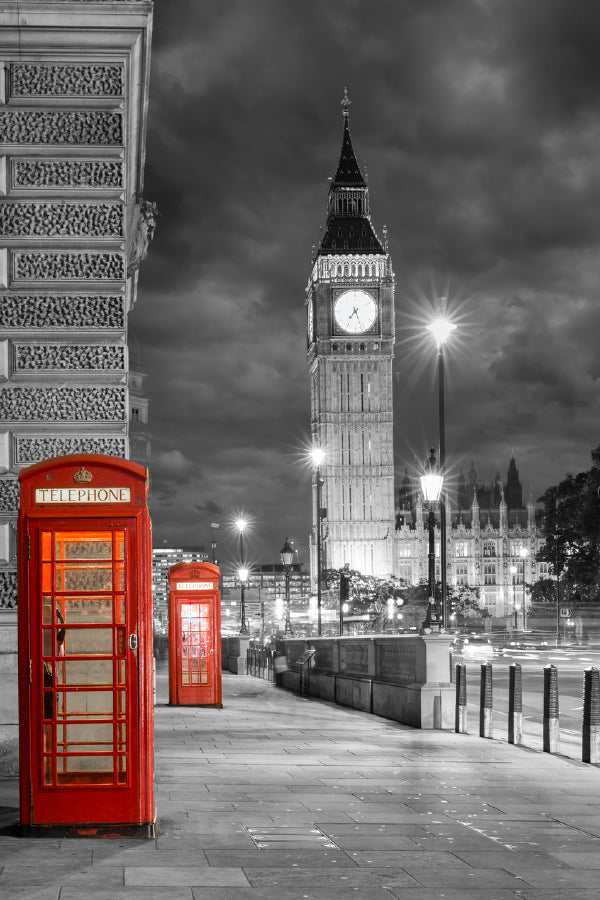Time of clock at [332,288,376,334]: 7:26
